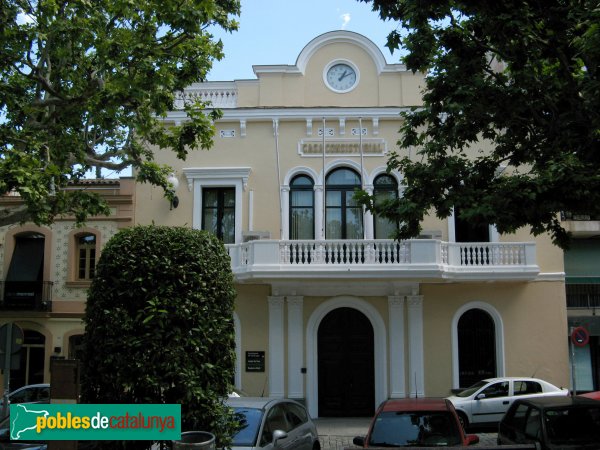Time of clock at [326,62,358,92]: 1:10
